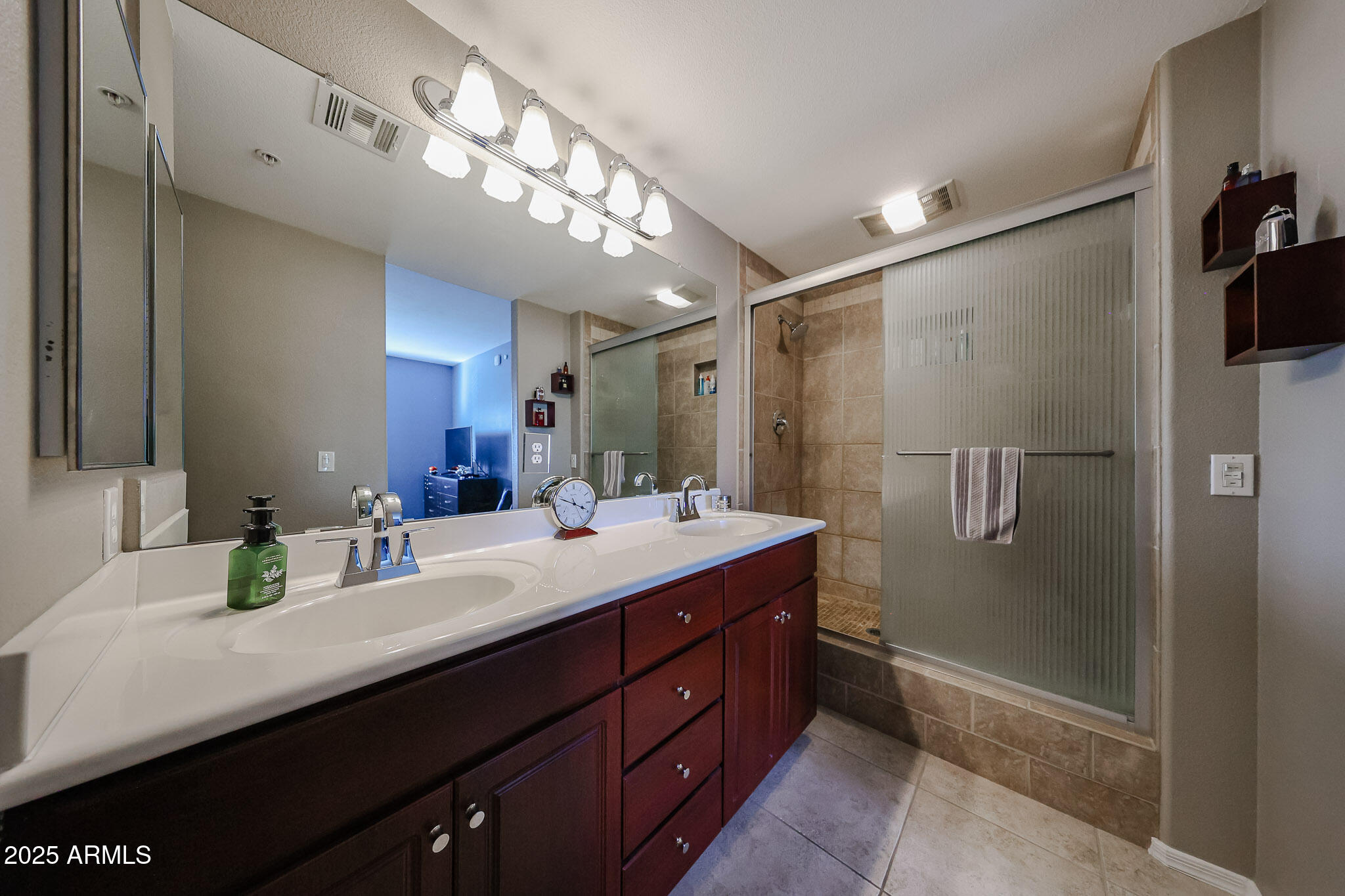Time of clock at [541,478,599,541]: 3:48
